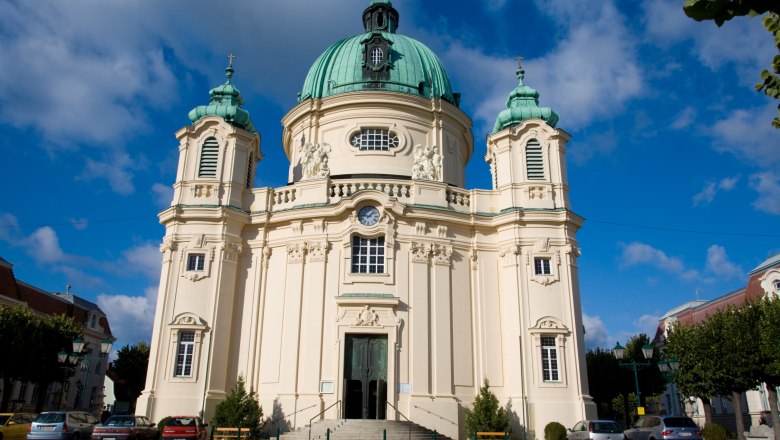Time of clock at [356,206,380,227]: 9:07
